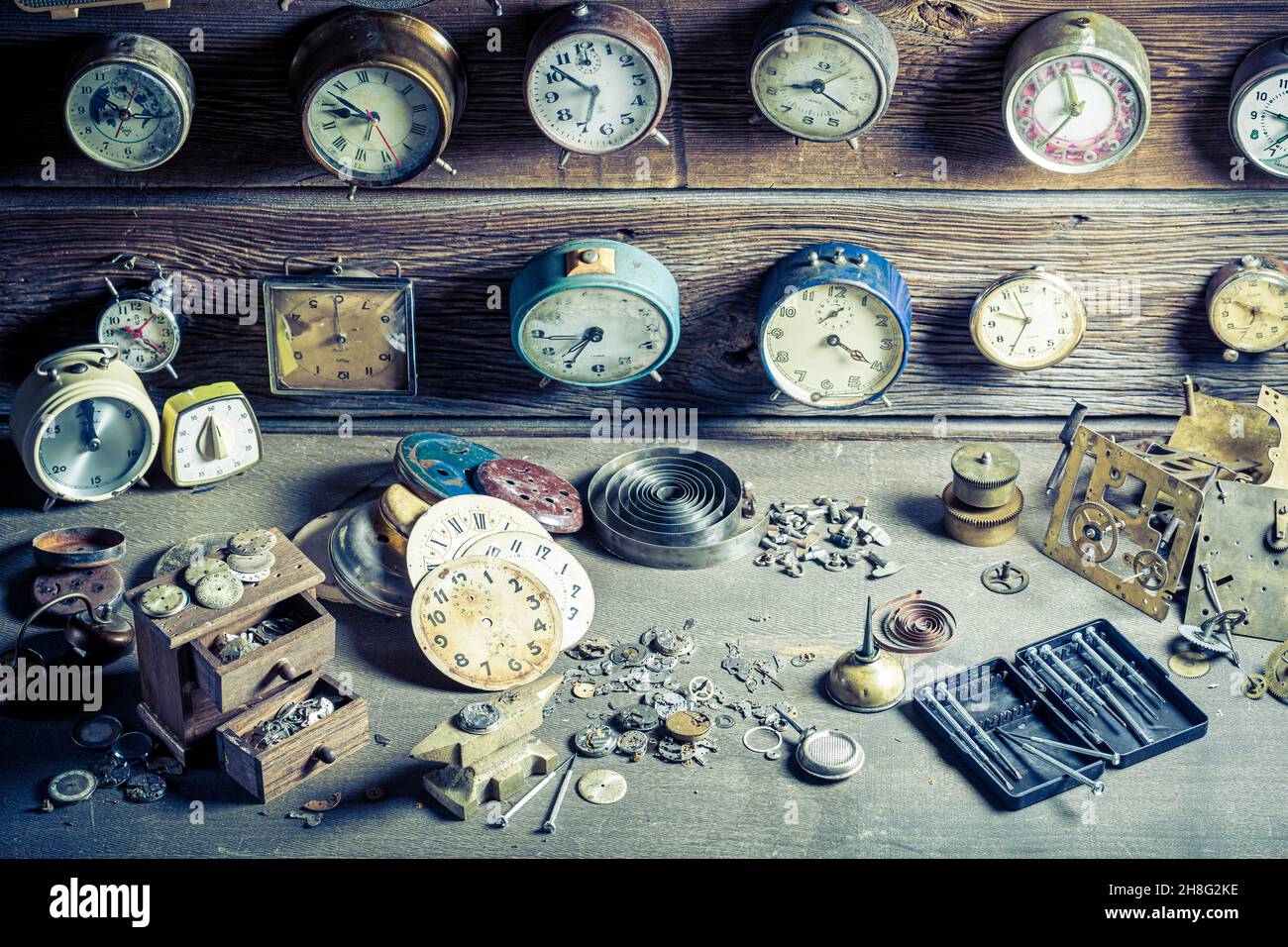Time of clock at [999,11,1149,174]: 11:36
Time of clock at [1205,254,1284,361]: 6:50
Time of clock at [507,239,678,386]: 7:35
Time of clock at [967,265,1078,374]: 9:35
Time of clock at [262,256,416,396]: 7:59
